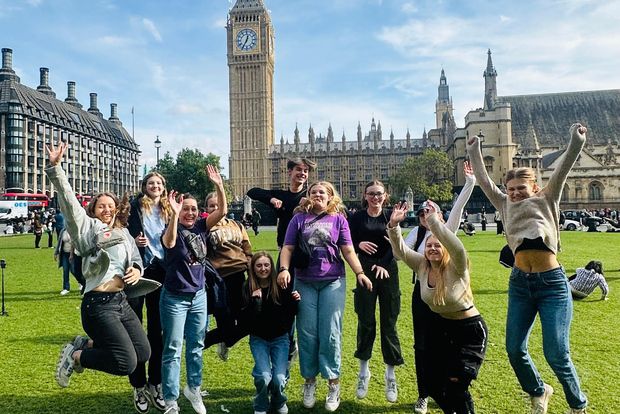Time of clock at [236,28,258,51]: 12:34
